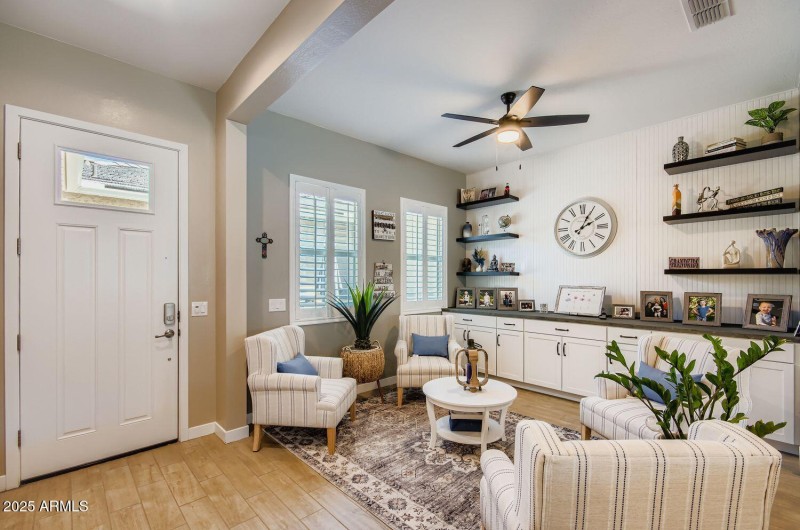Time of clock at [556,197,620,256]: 2:04
